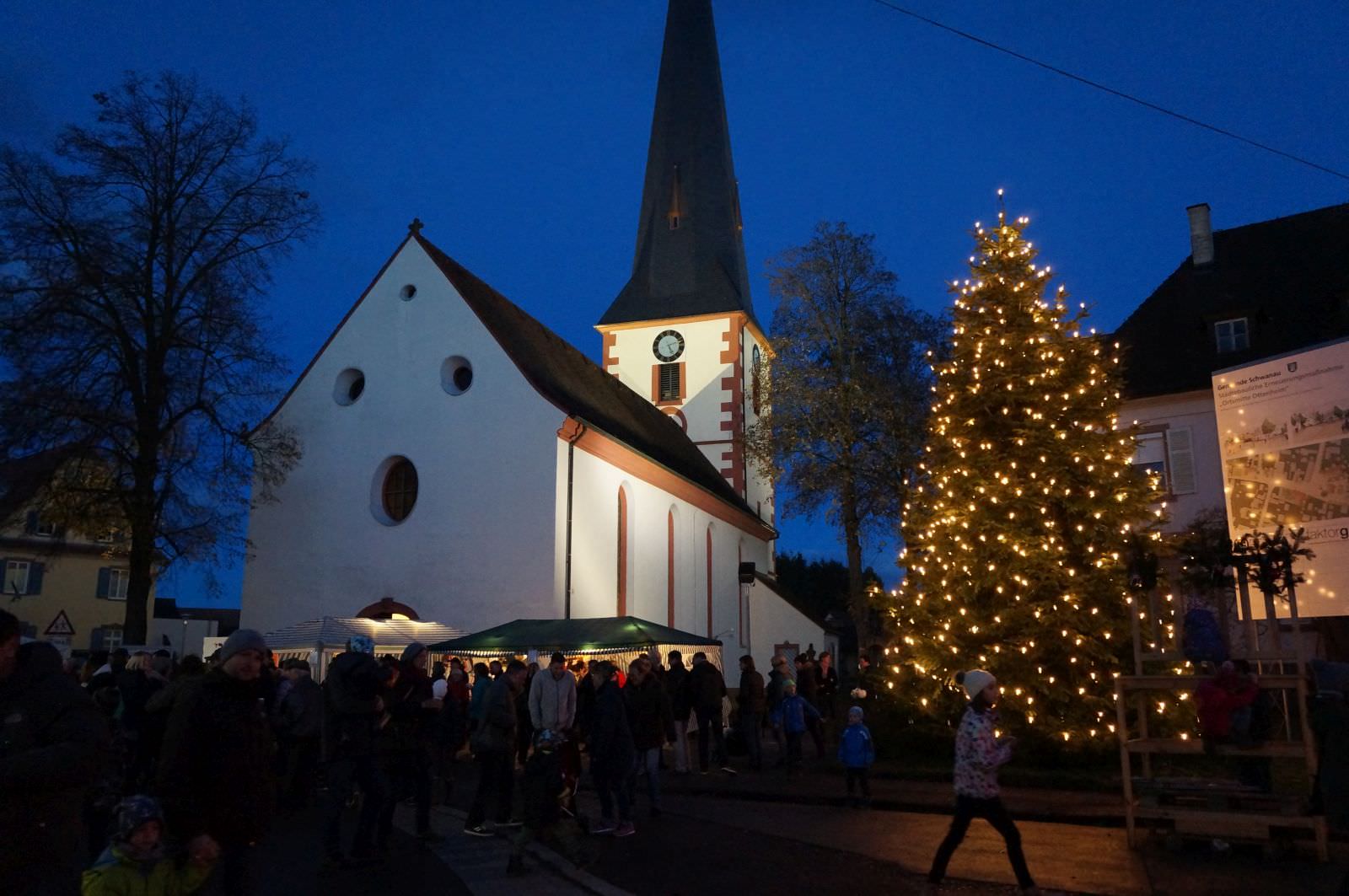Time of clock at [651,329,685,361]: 5:12
